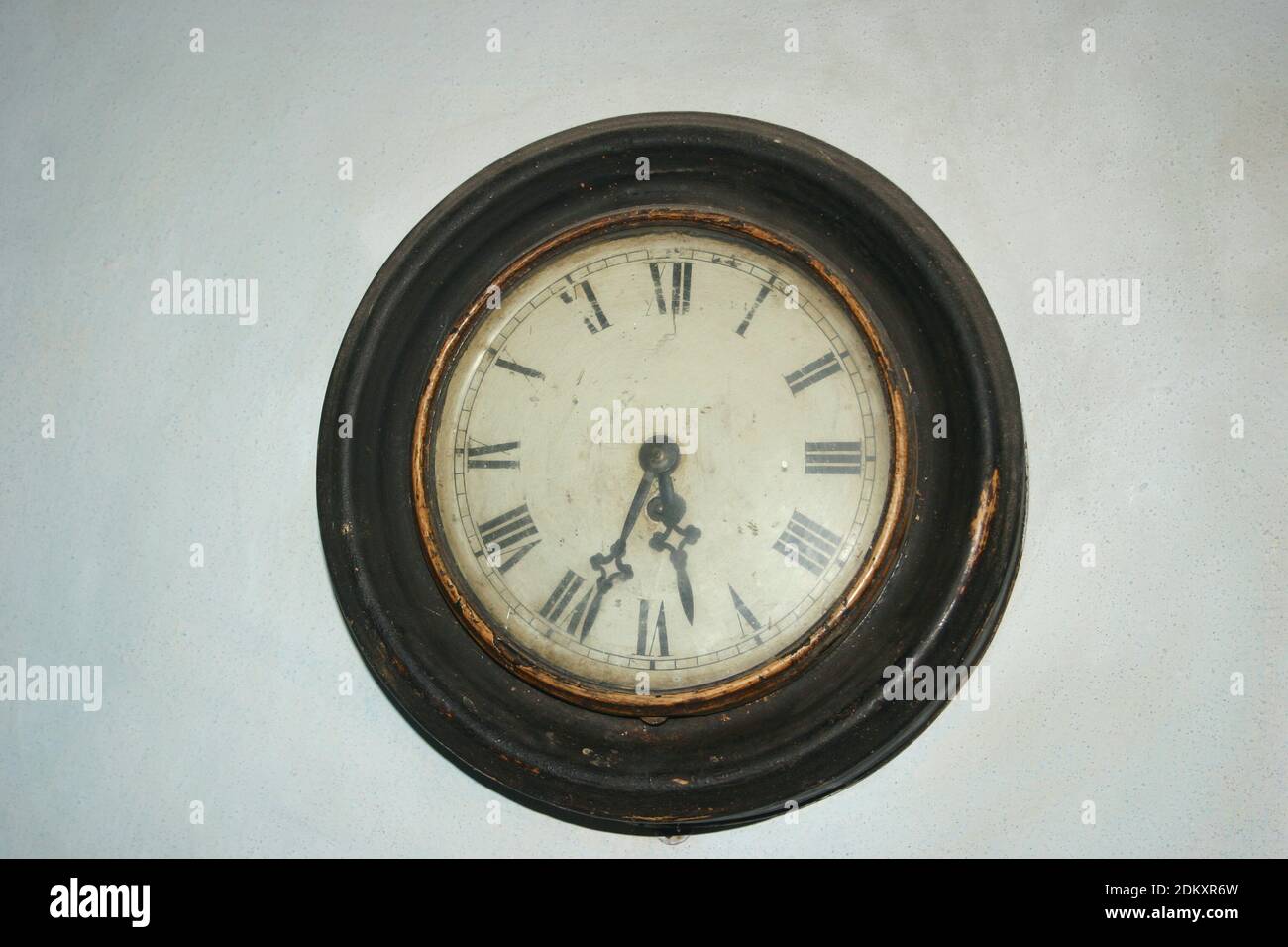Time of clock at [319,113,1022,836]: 5:33
